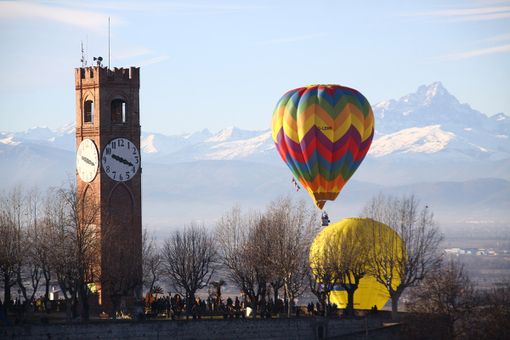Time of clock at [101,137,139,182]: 3:48
